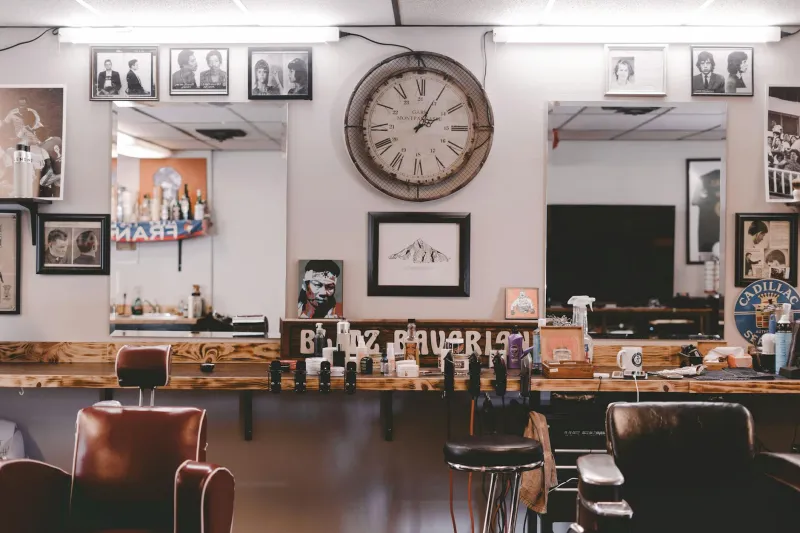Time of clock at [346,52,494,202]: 2:04
